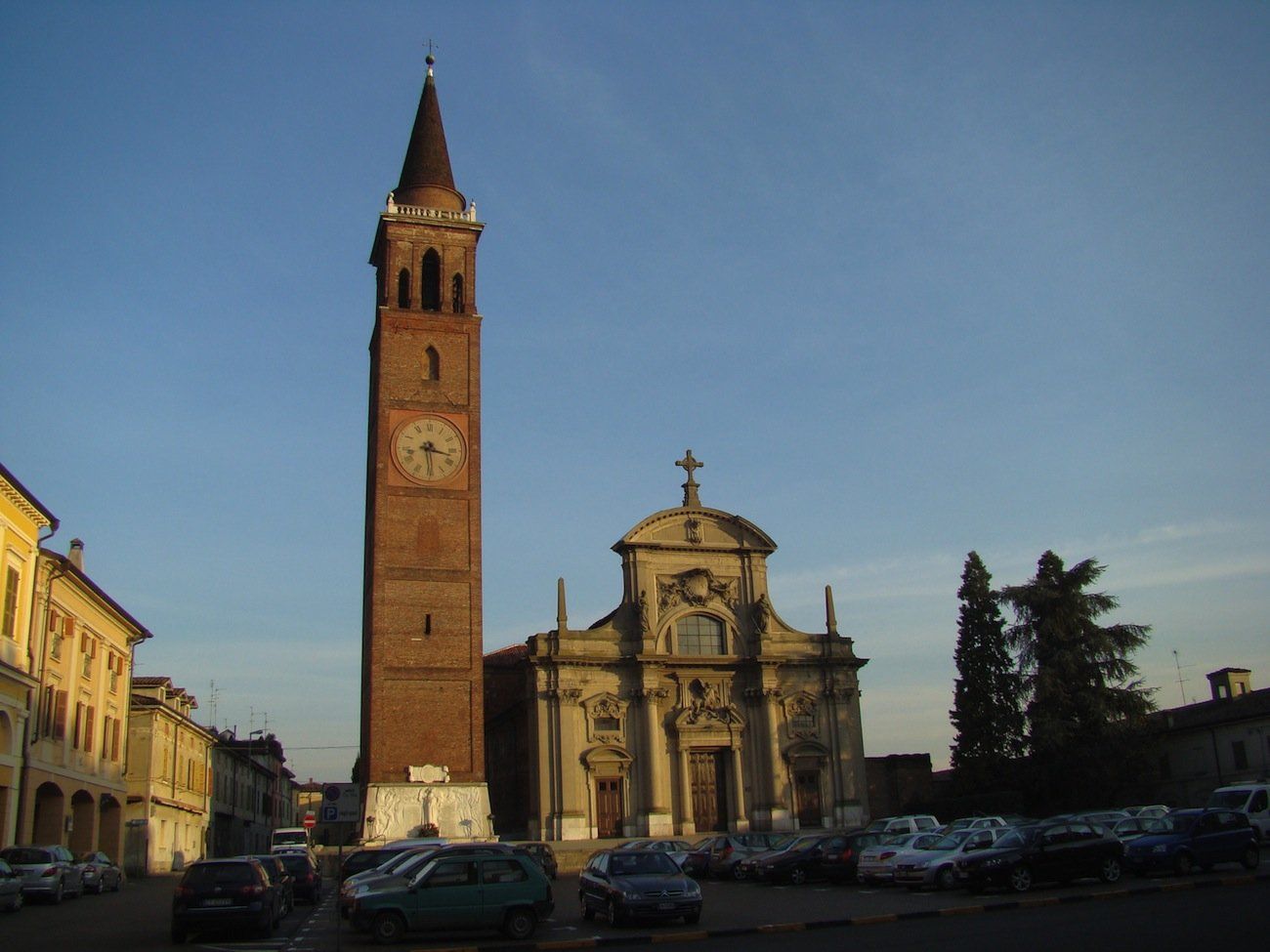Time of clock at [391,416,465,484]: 3:29
